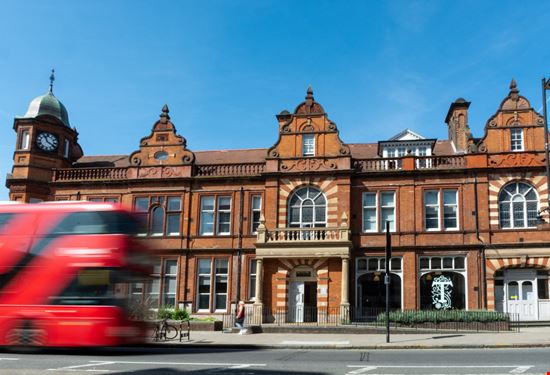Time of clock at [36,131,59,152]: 11:19
